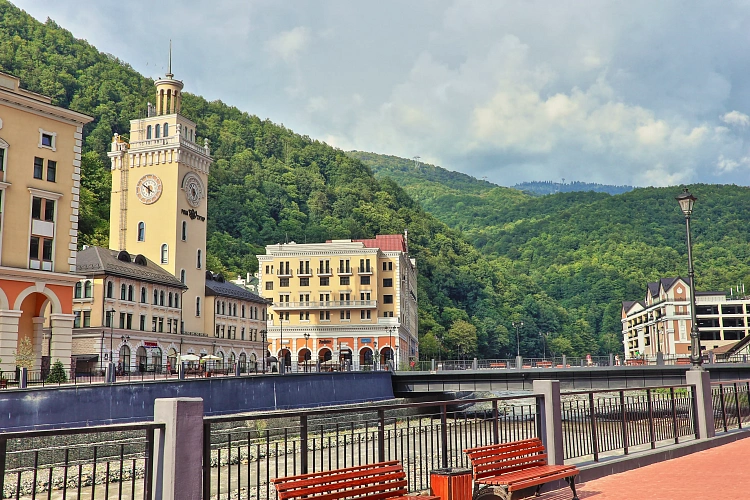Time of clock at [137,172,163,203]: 5:50
